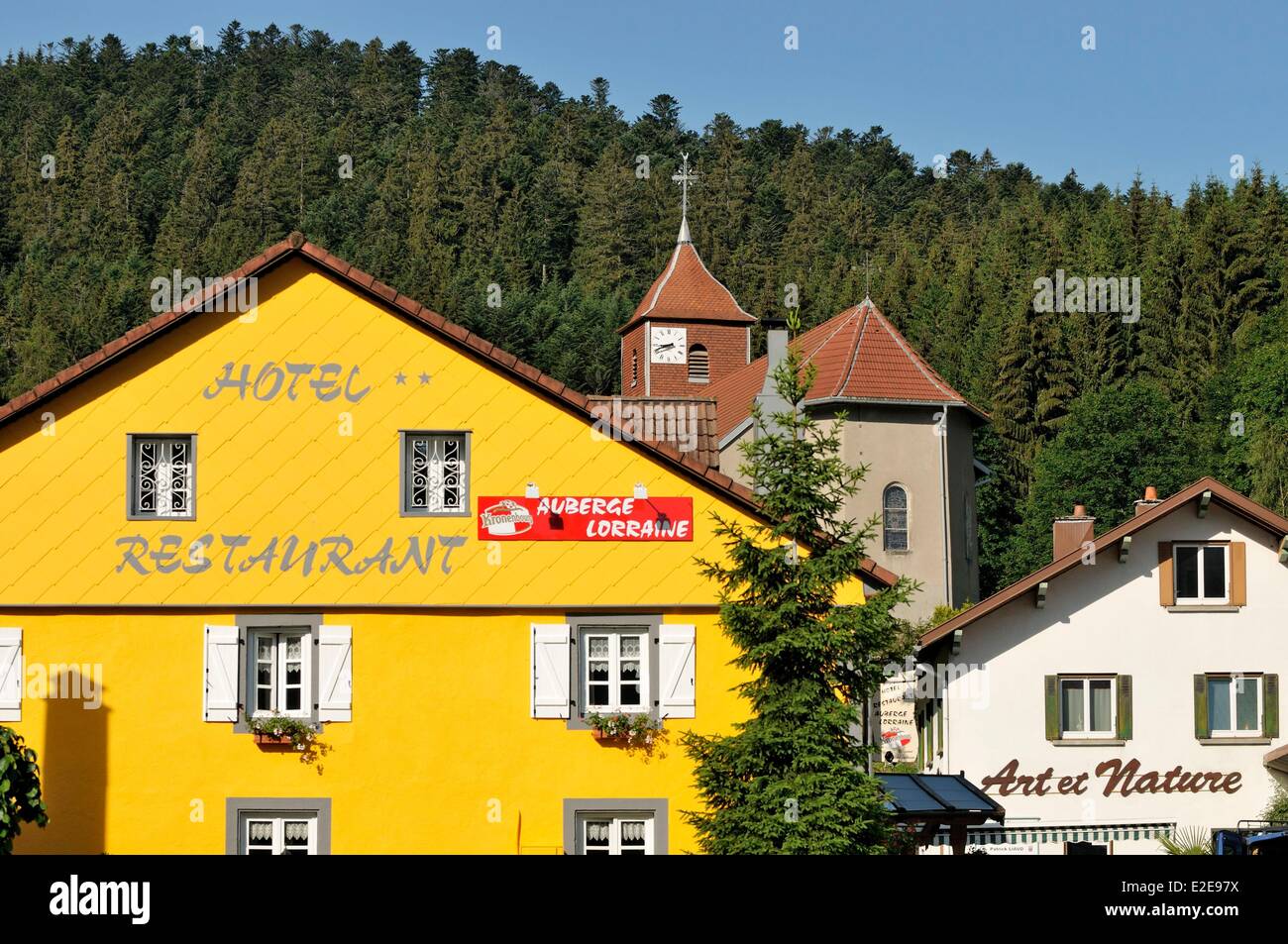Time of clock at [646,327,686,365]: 8:41
